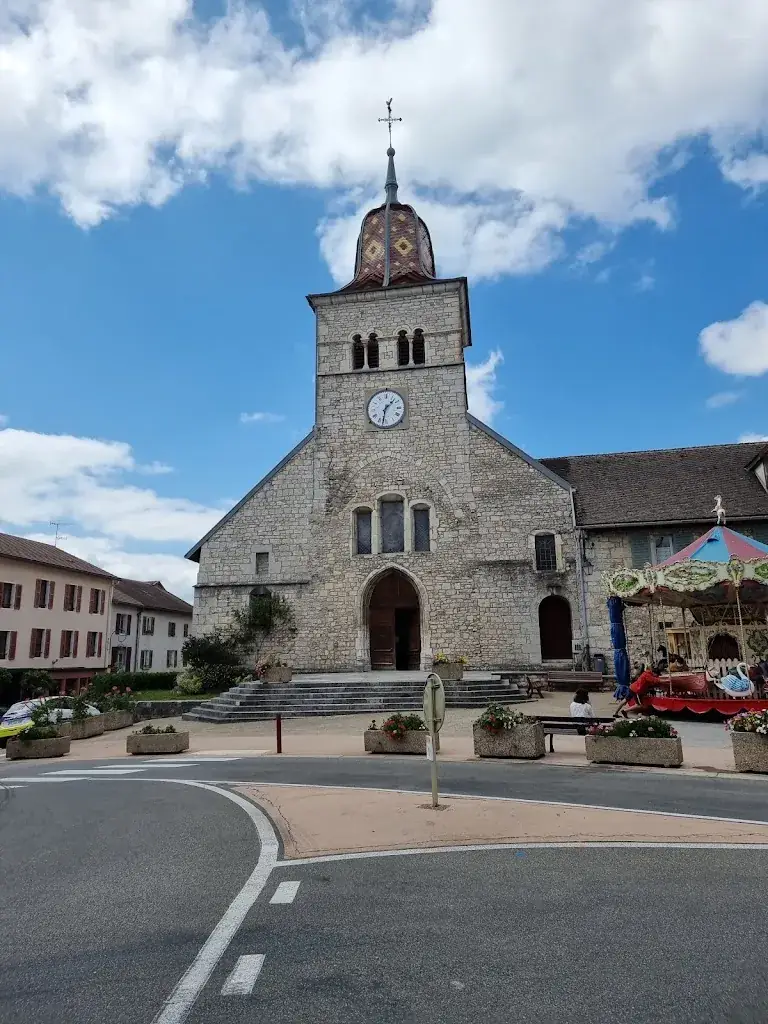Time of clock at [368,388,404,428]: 1:32
